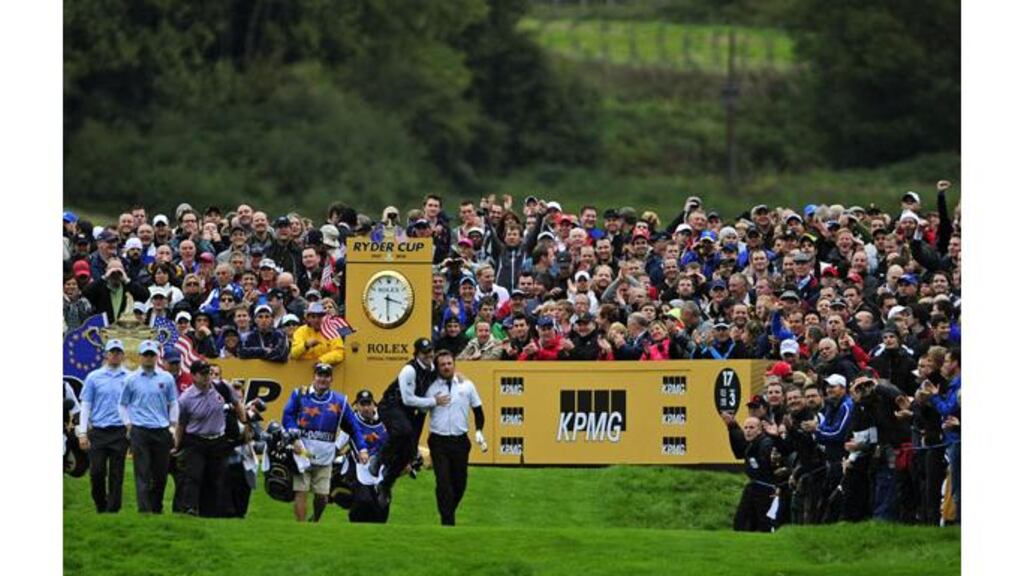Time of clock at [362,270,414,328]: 3:30
